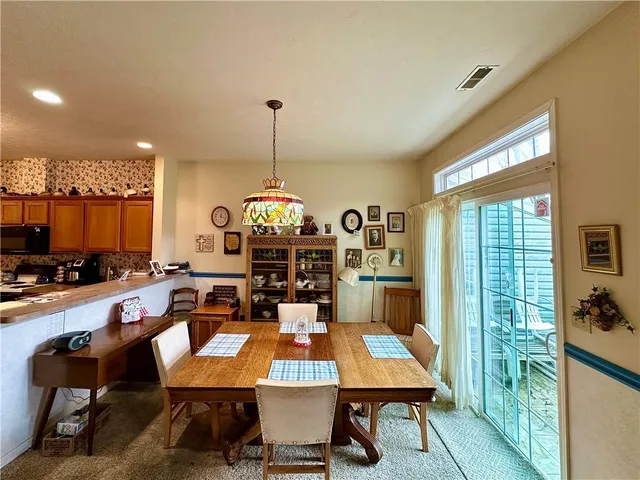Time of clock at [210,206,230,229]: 12:16
